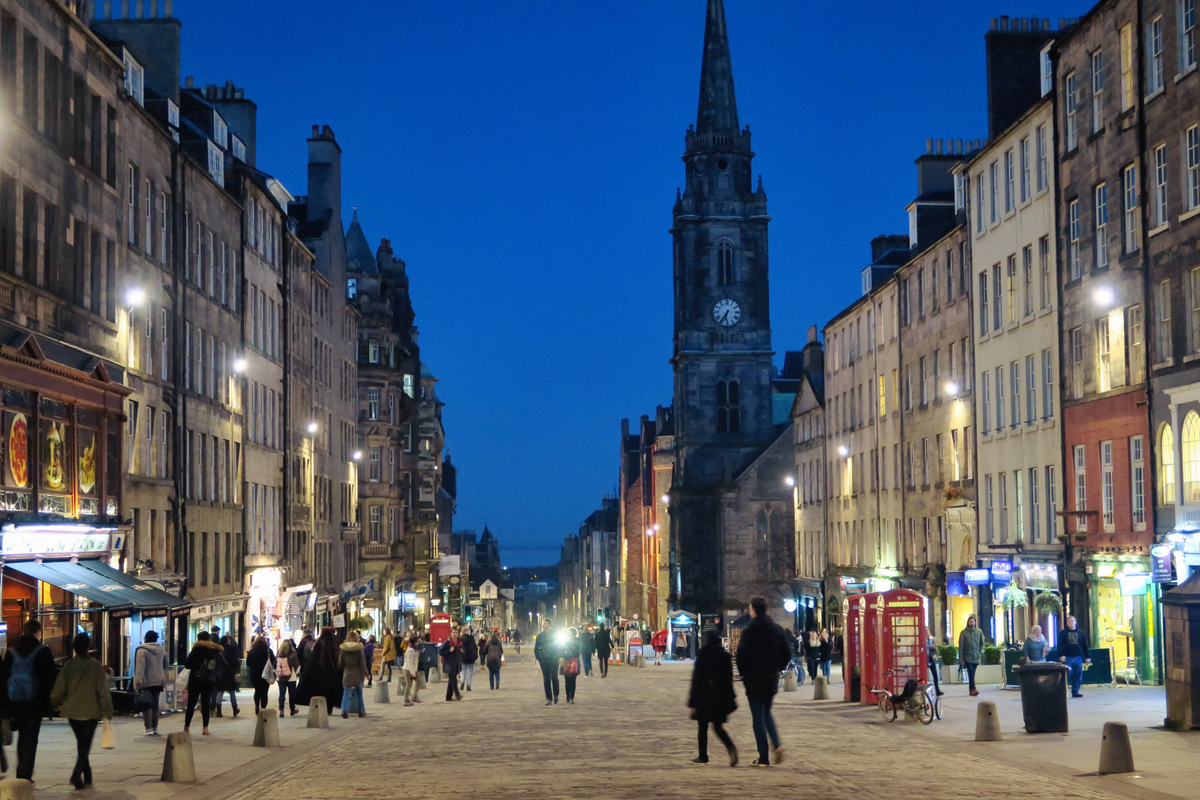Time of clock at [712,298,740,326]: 6:36
